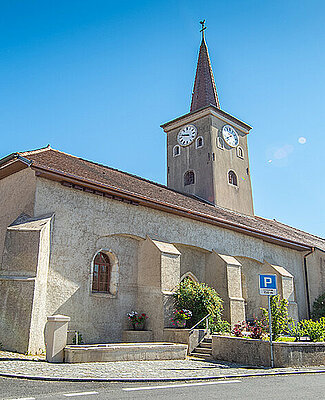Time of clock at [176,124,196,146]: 9:47
